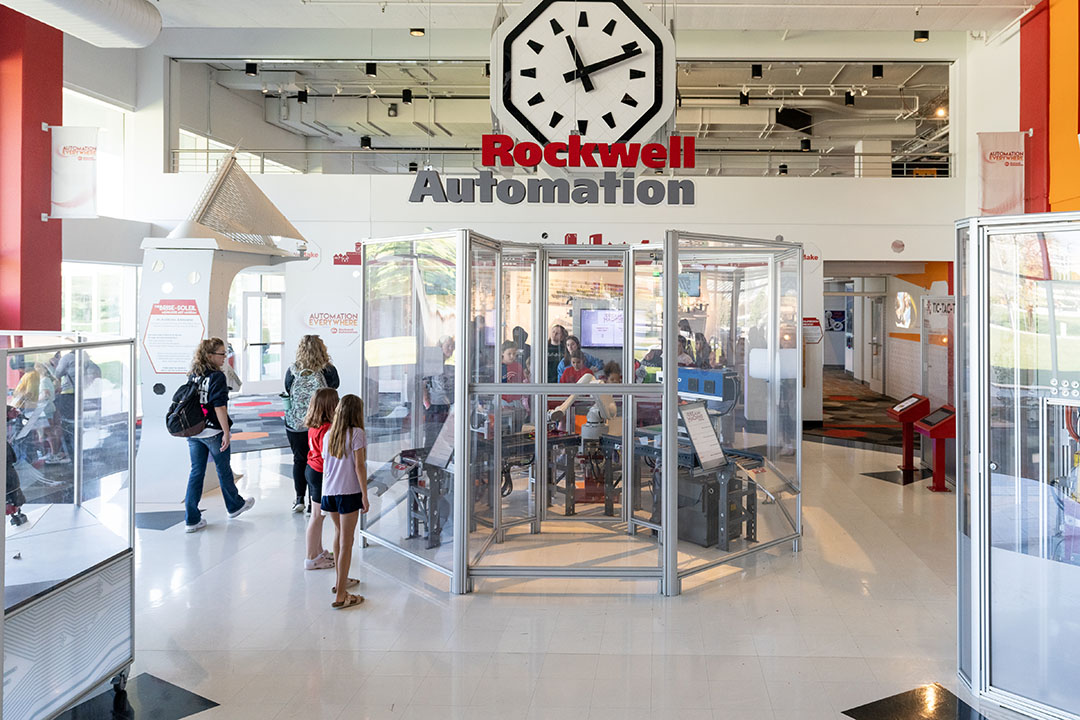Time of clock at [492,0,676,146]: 11:11
